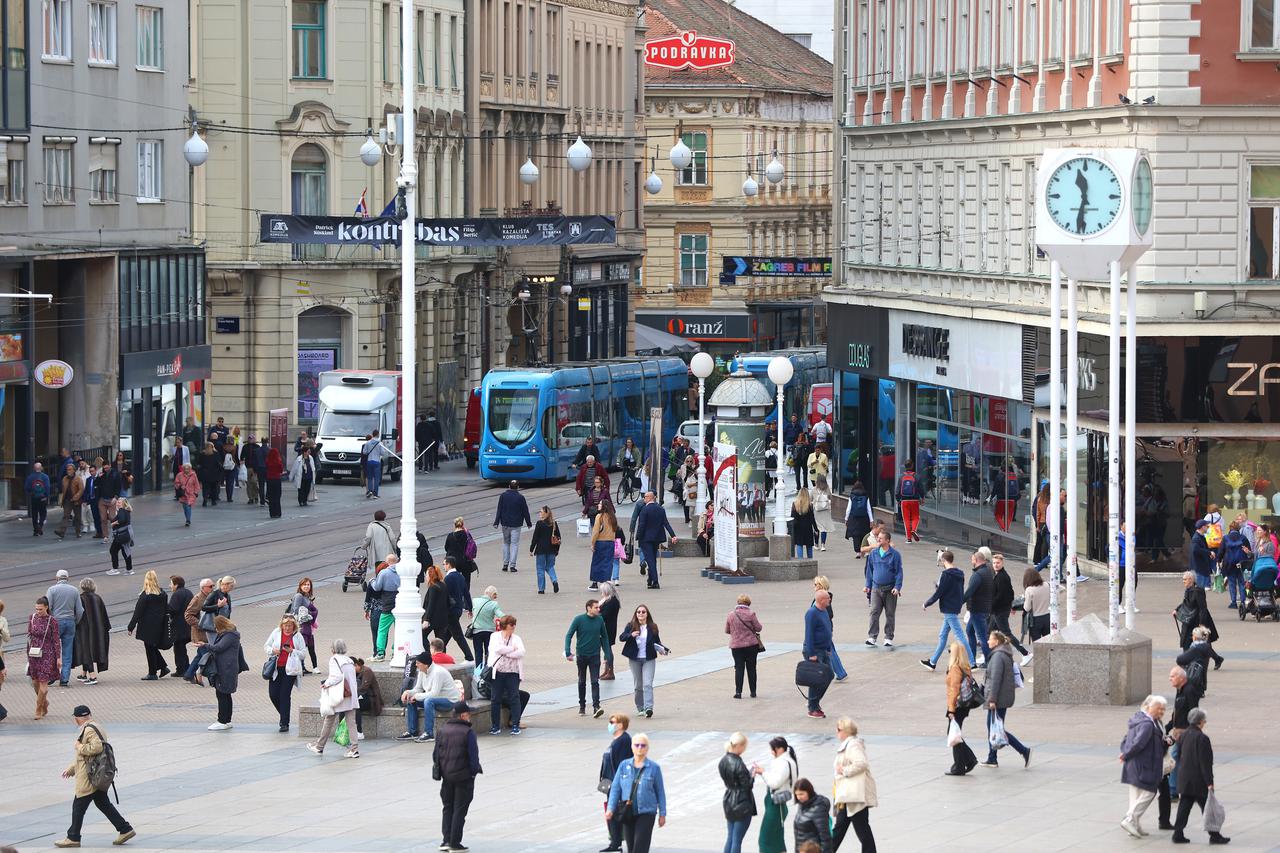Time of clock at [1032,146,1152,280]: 11:31
